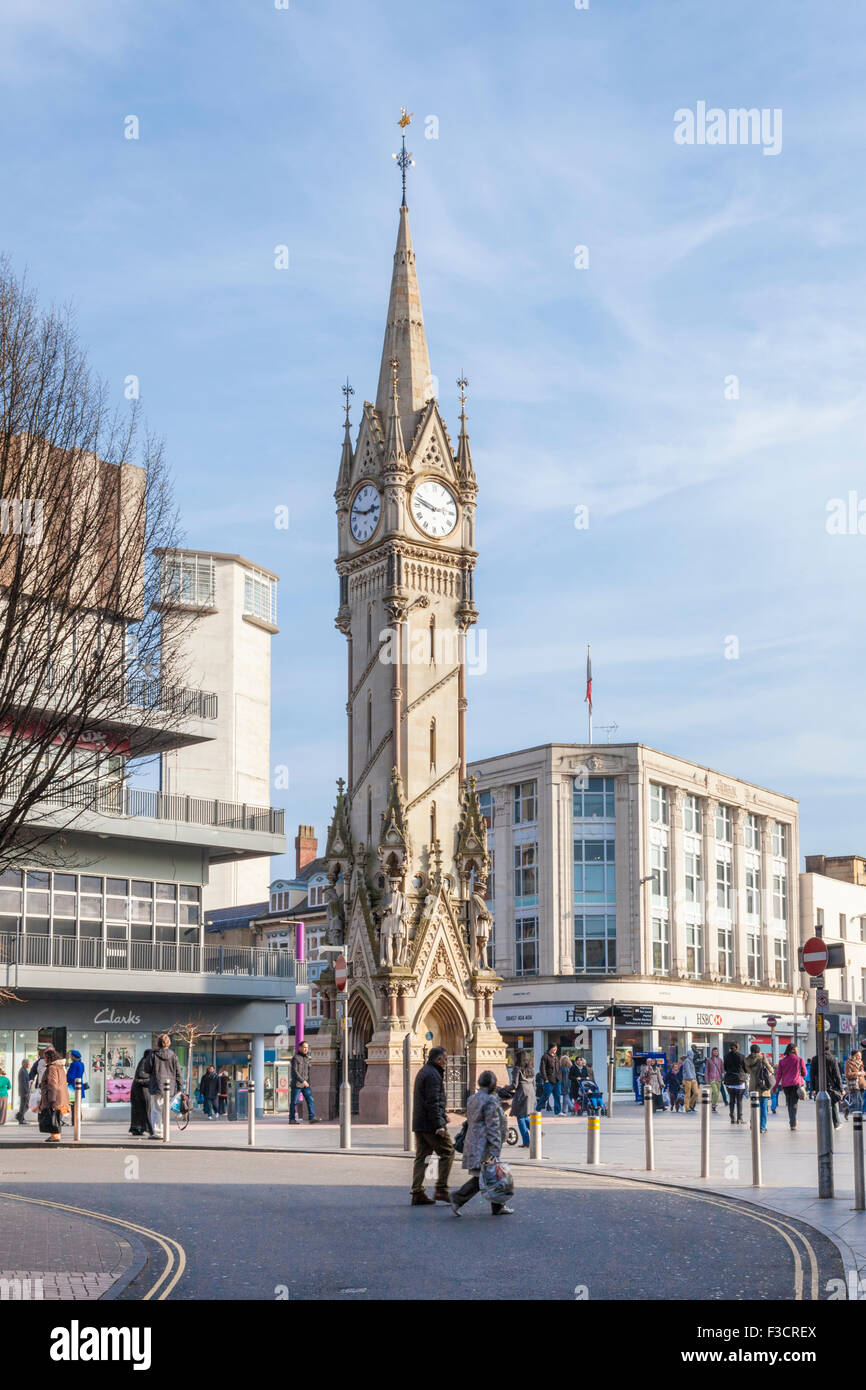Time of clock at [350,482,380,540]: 2:48
